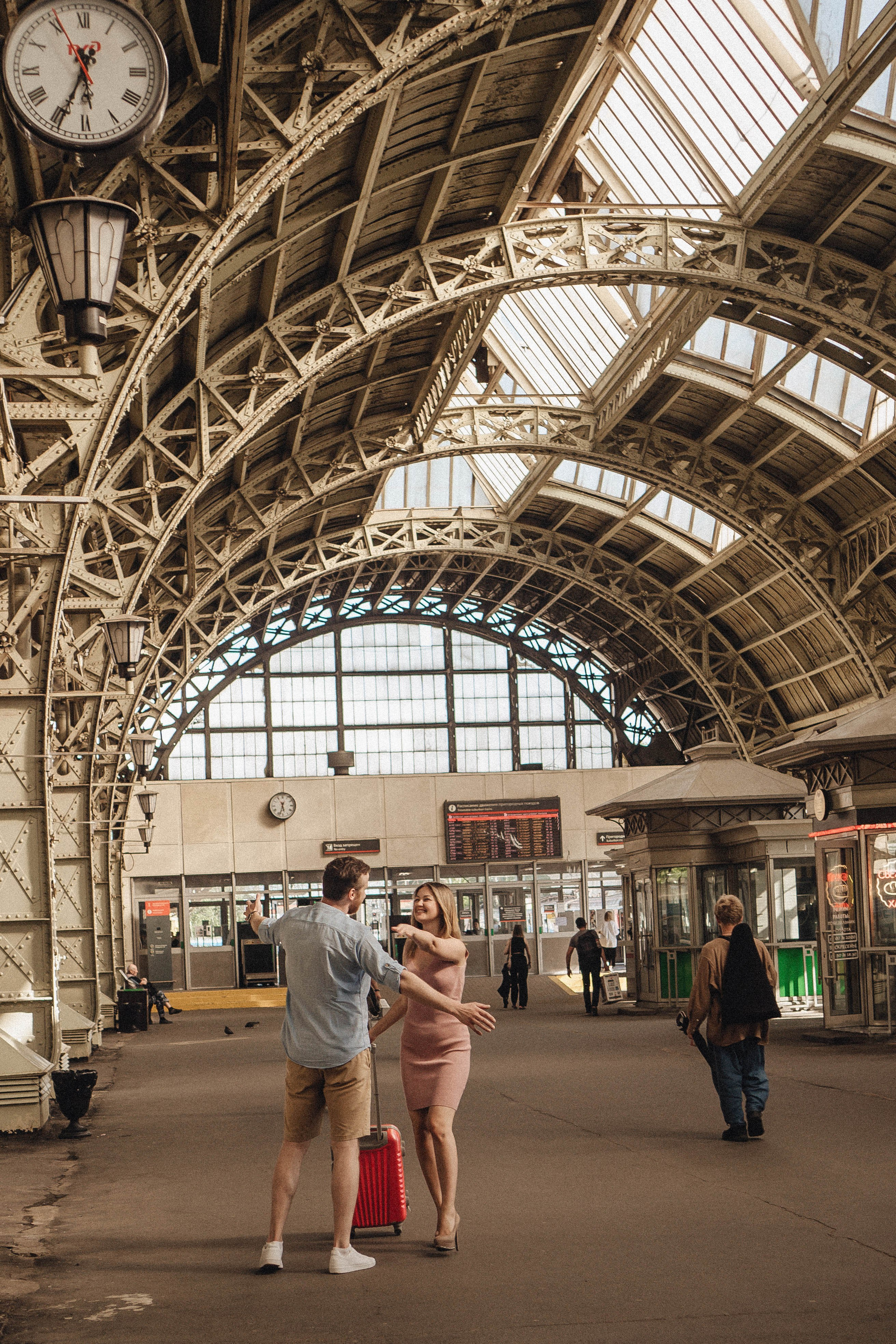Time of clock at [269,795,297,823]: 5:33
